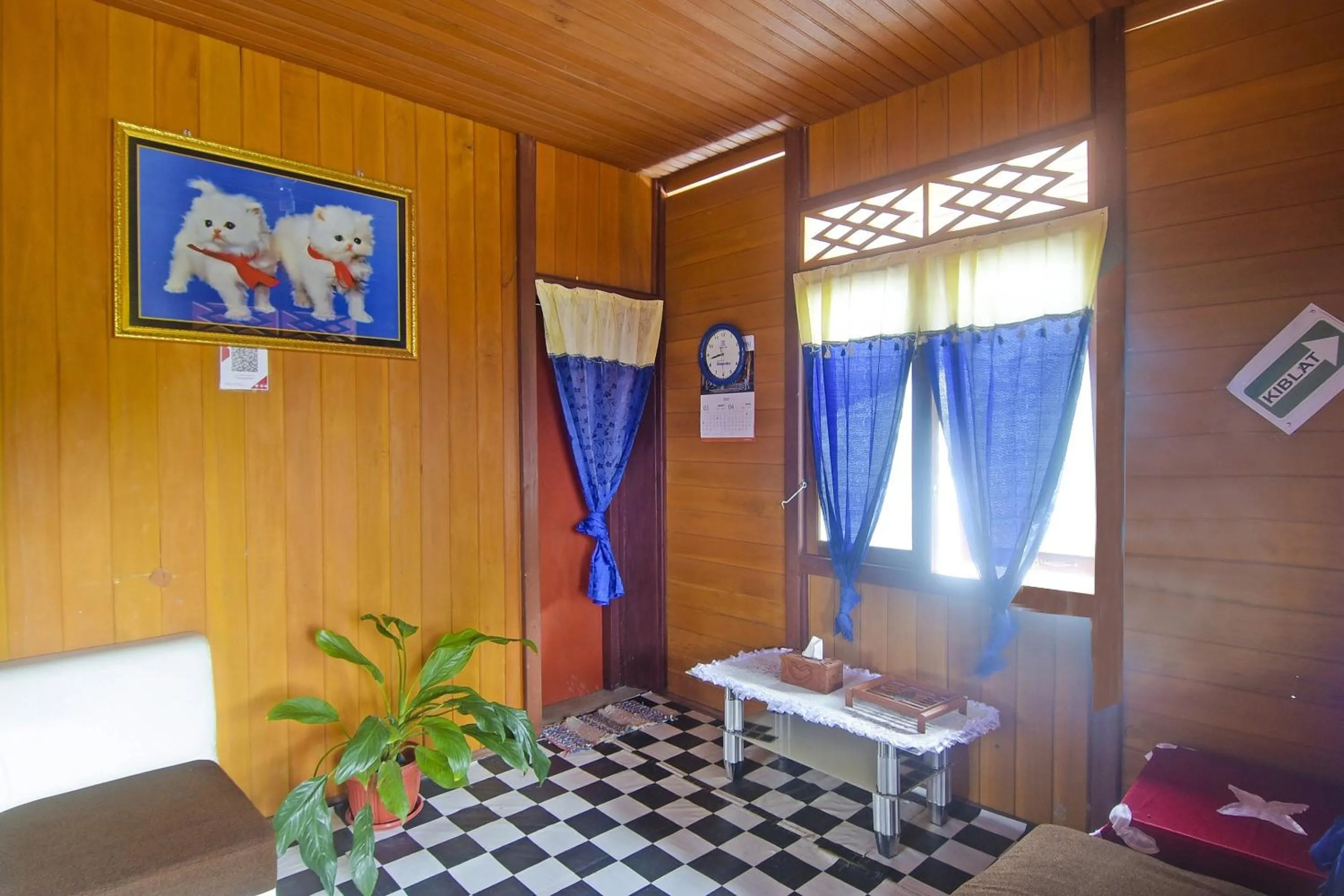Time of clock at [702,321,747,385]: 8:42
